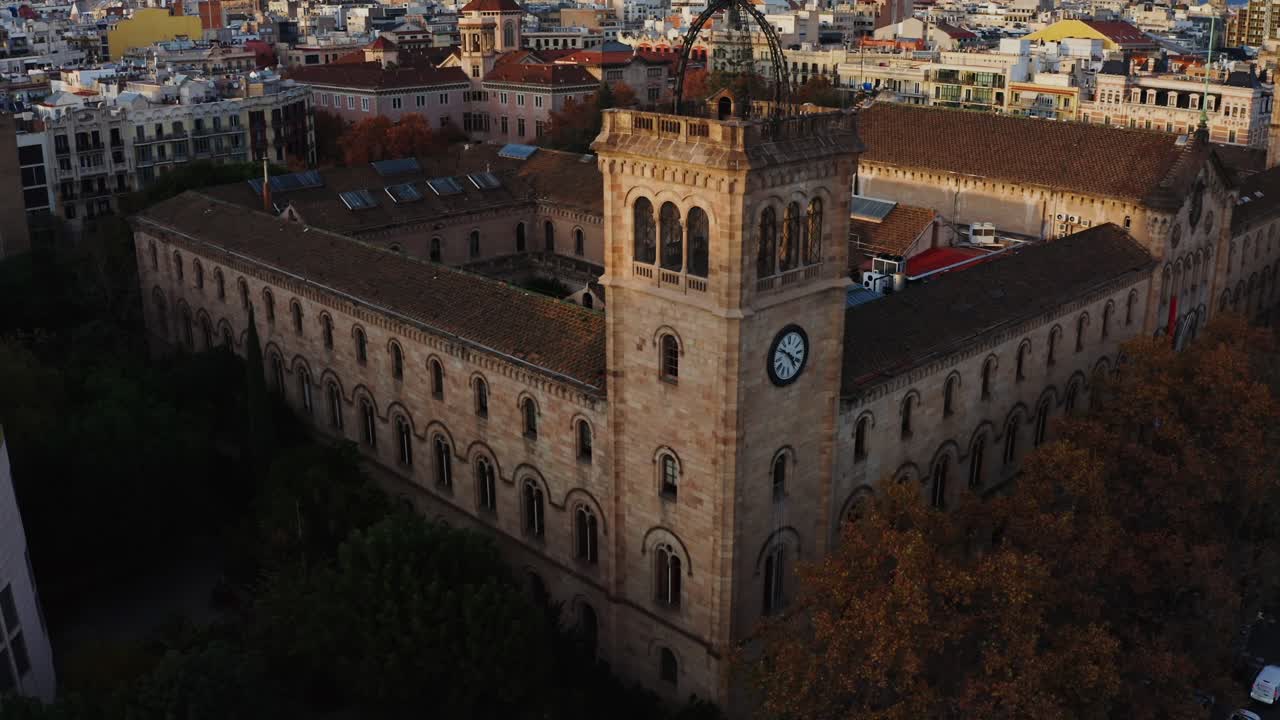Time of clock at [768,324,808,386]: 4:50
